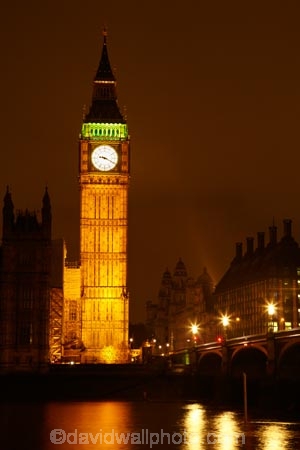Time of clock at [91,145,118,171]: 9:19
